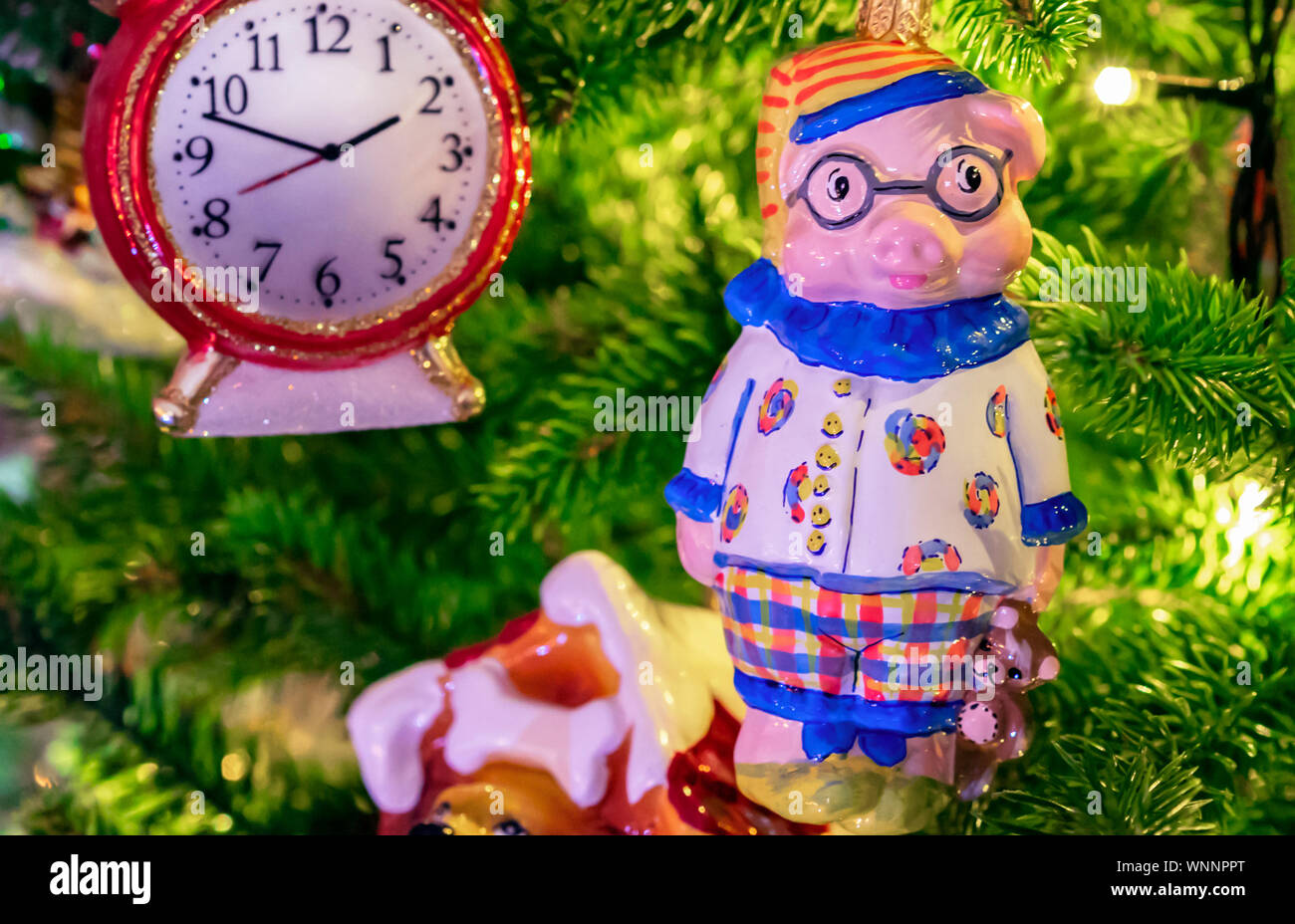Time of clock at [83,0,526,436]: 1:47
